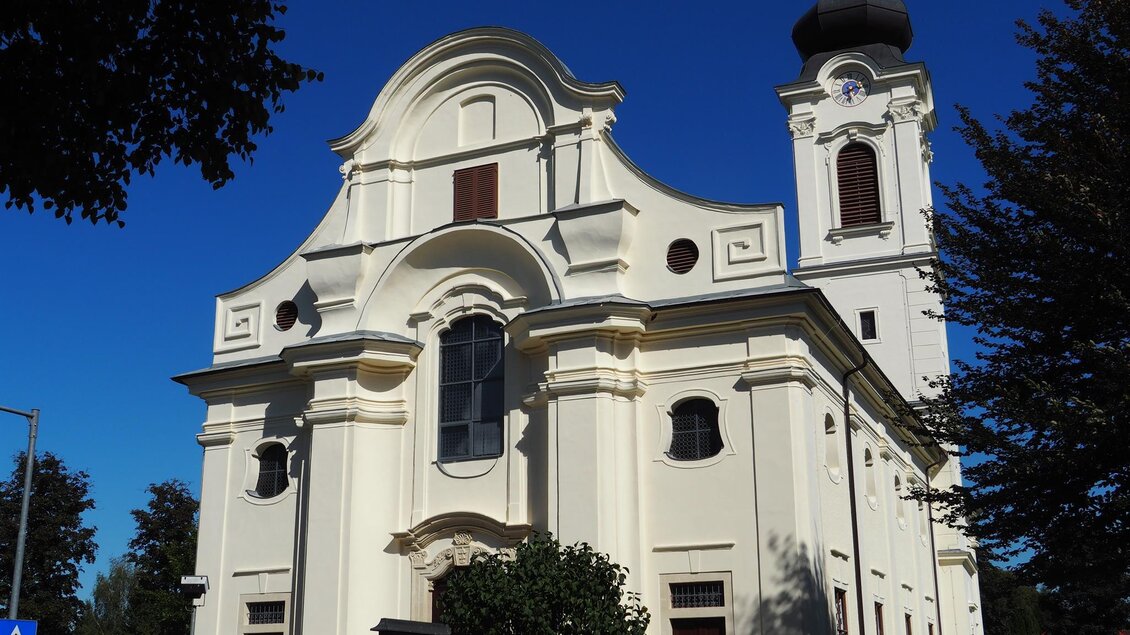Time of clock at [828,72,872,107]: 5:40
